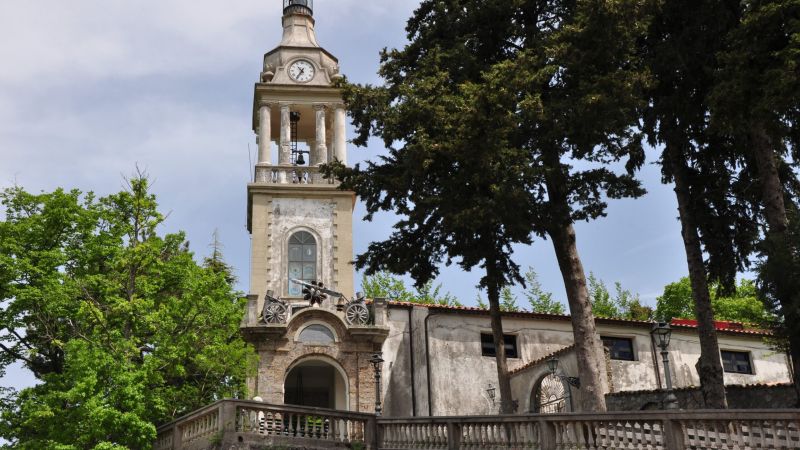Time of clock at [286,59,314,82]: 10:35
